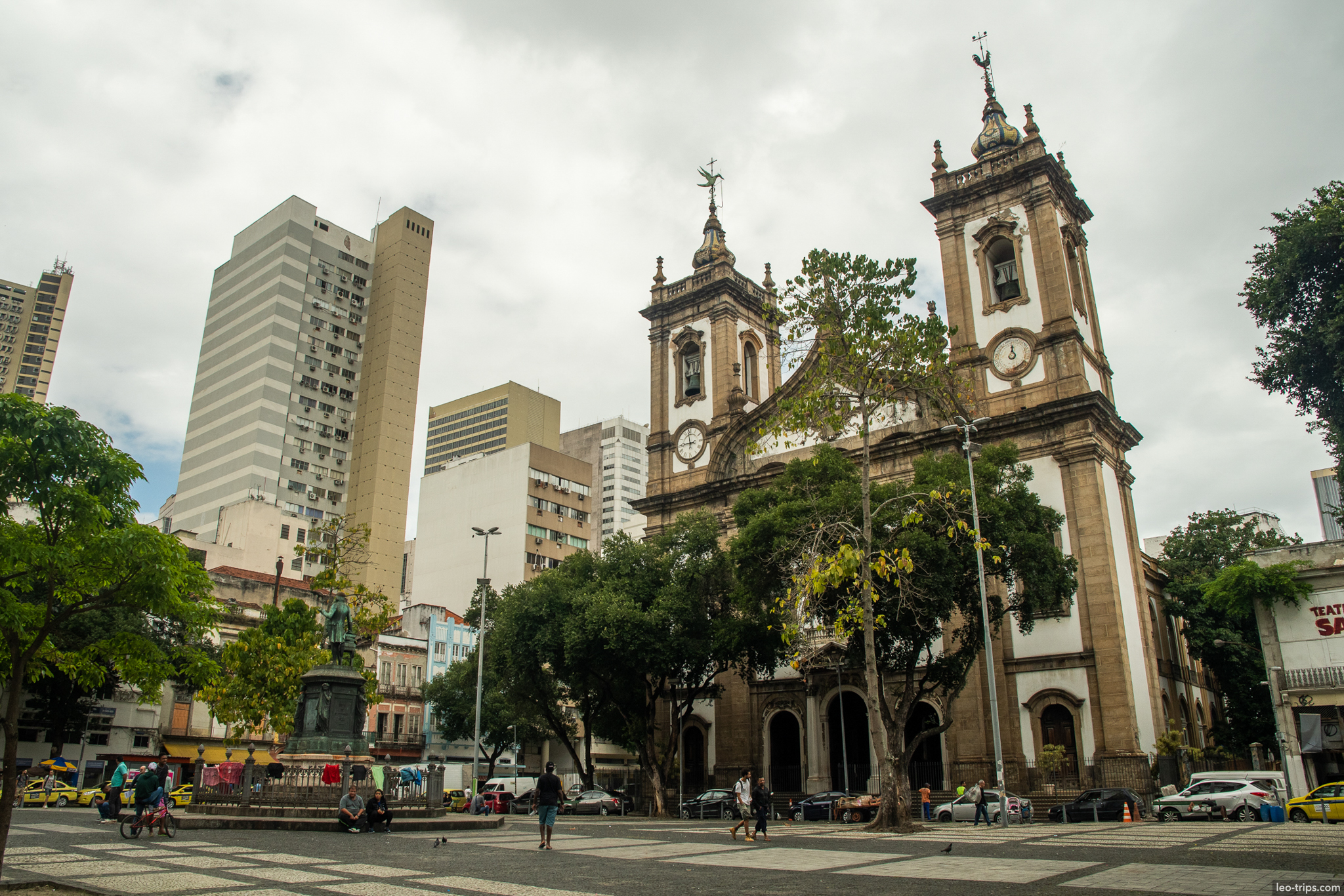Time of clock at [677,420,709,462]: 8:58
